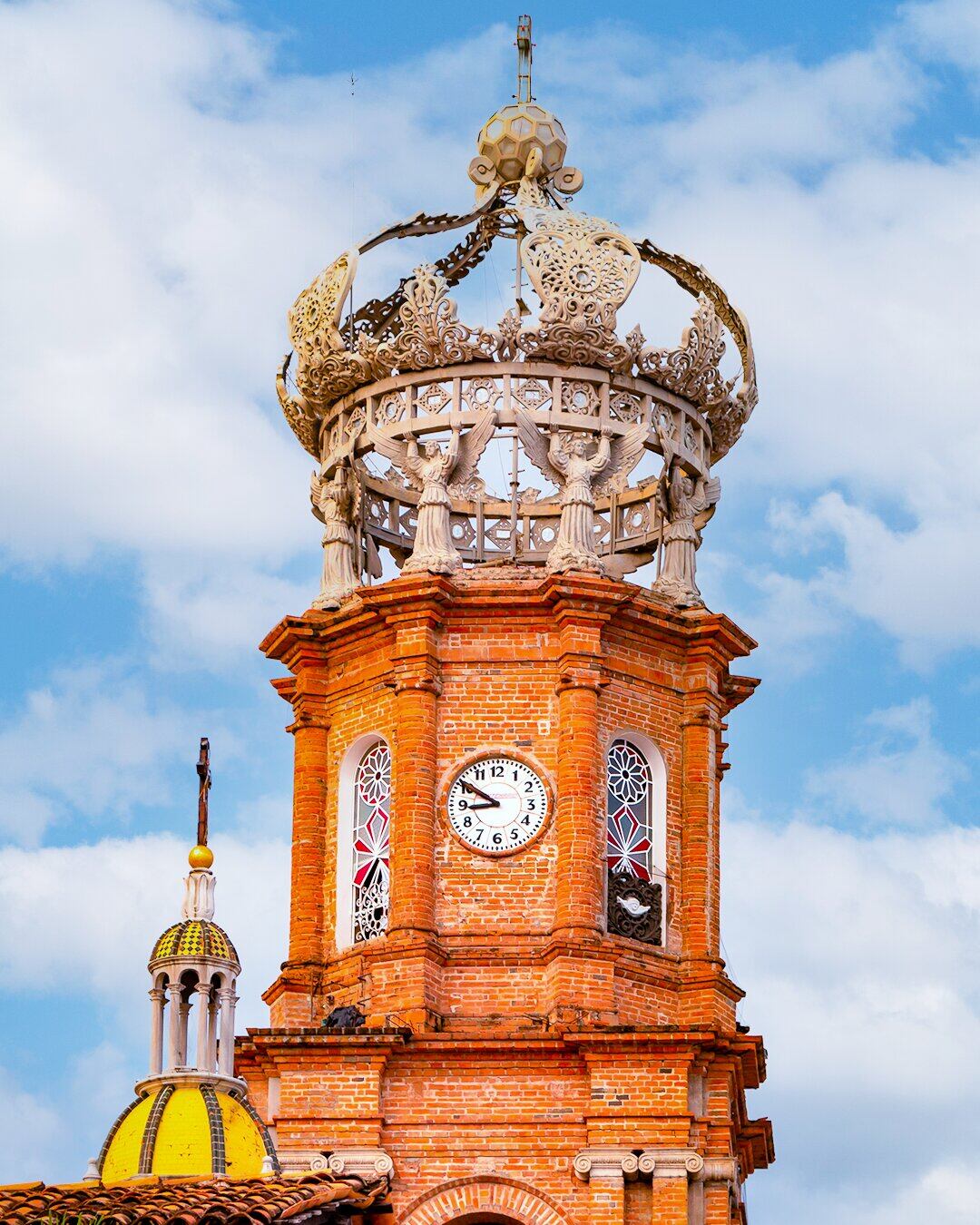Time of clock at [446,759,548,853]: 8:50
